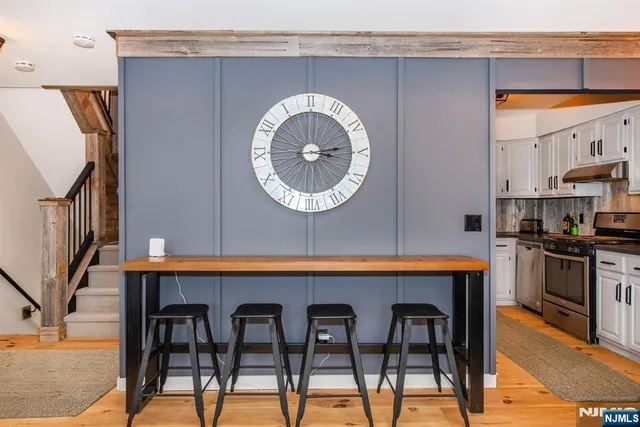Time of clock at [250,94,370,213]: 3:13
